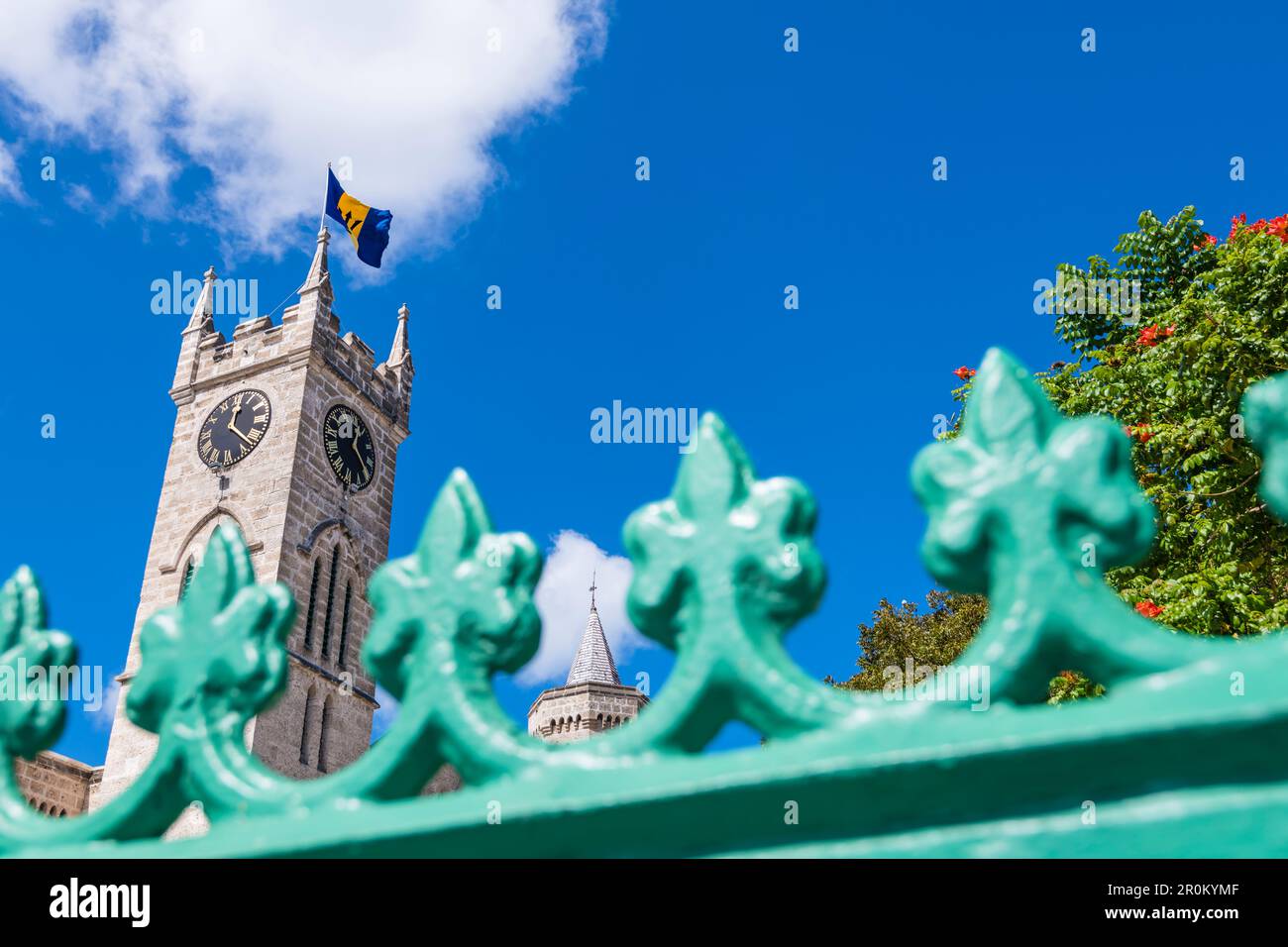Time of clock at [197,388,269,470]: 12:22
